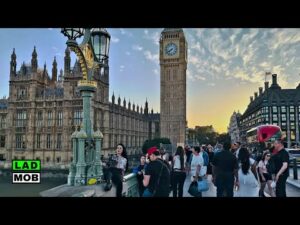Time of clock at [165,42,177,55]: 7:40
